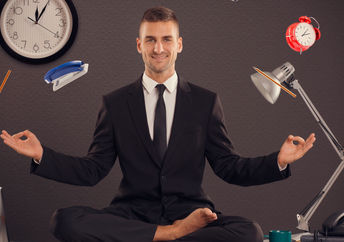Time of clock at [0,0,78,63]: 12:04
